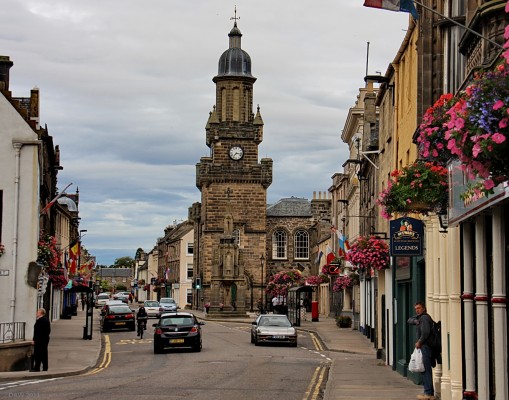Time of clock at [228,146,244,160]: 7:16
